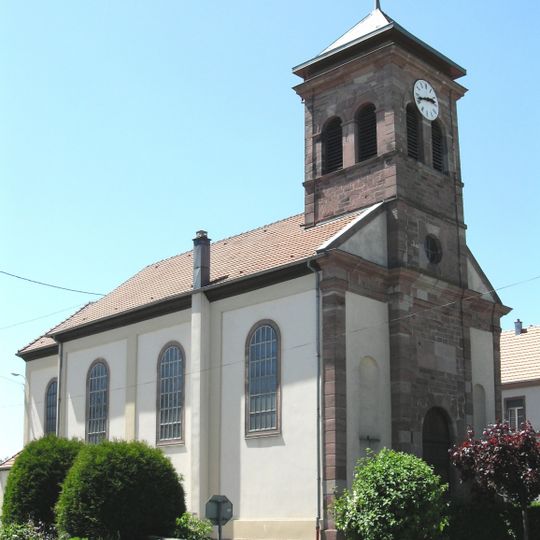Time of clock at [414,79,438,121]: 2:42
